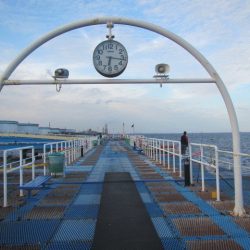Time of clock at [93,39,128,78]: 6:16
